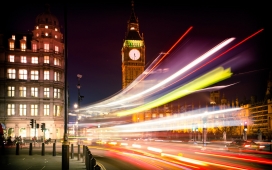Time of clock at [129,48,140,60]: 5:30
